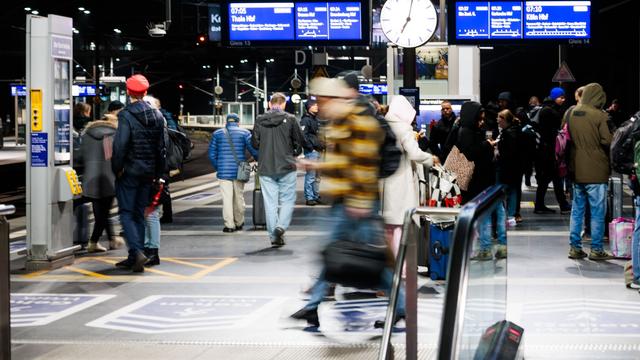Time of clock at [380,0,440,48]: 7:02
